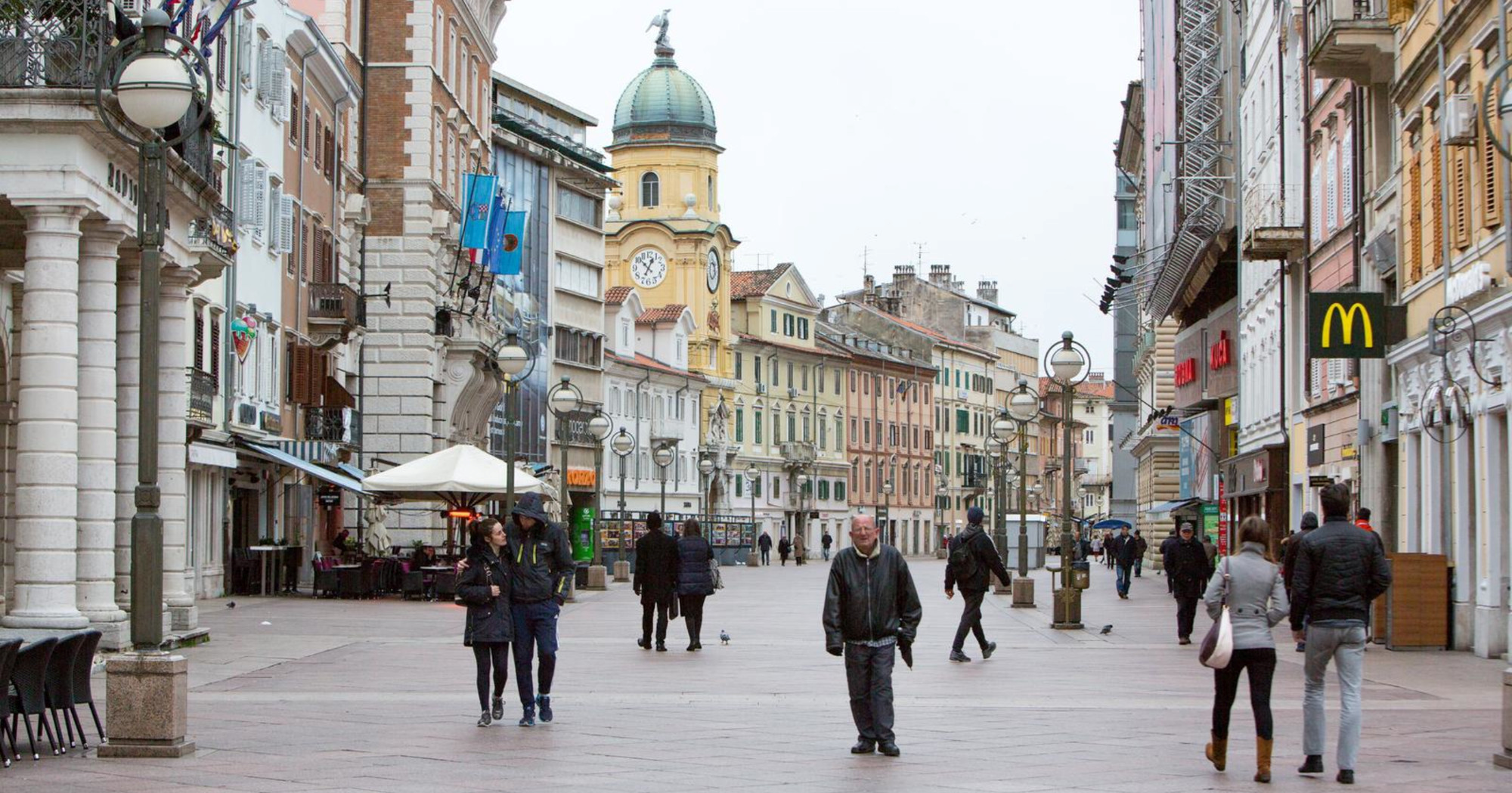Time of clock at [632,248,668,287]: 12:52
